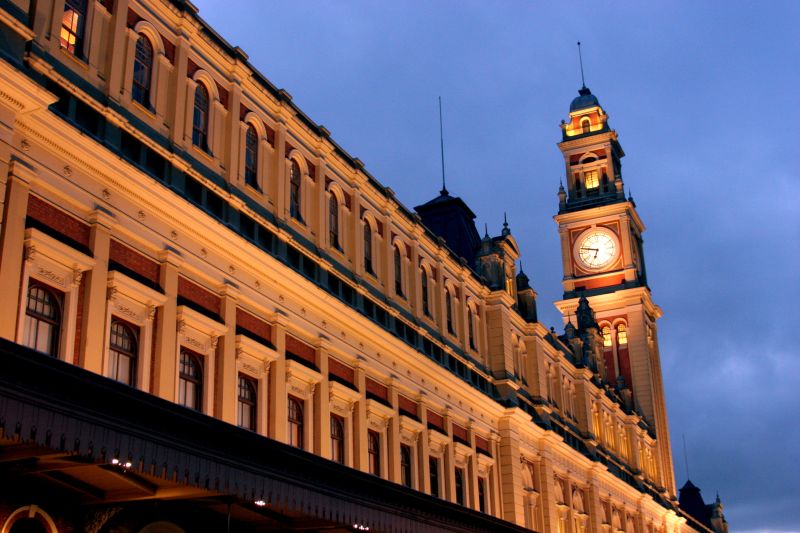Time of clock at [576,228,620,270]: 6:47
